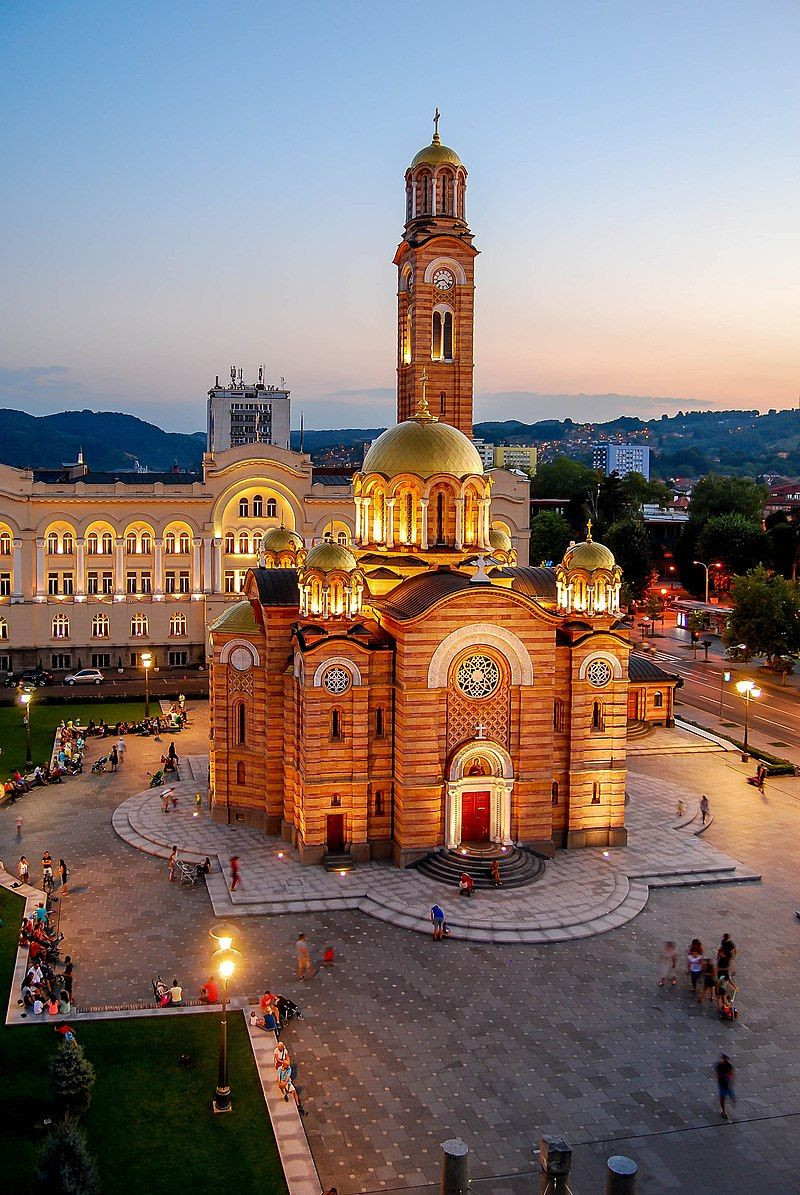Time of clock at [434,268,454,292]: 8:22
